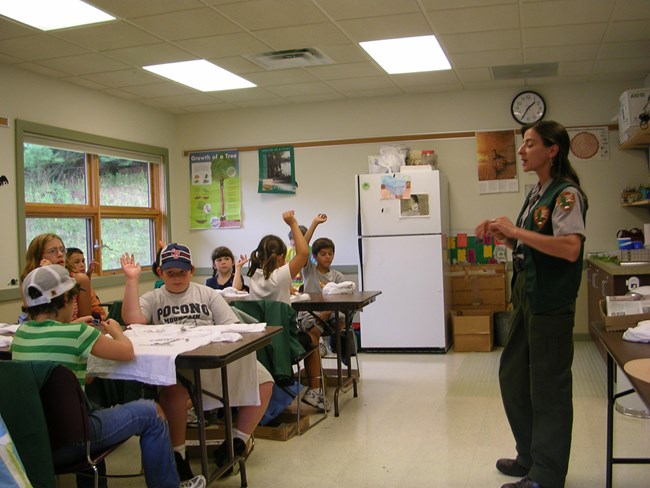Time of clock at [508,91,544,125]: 1:34
